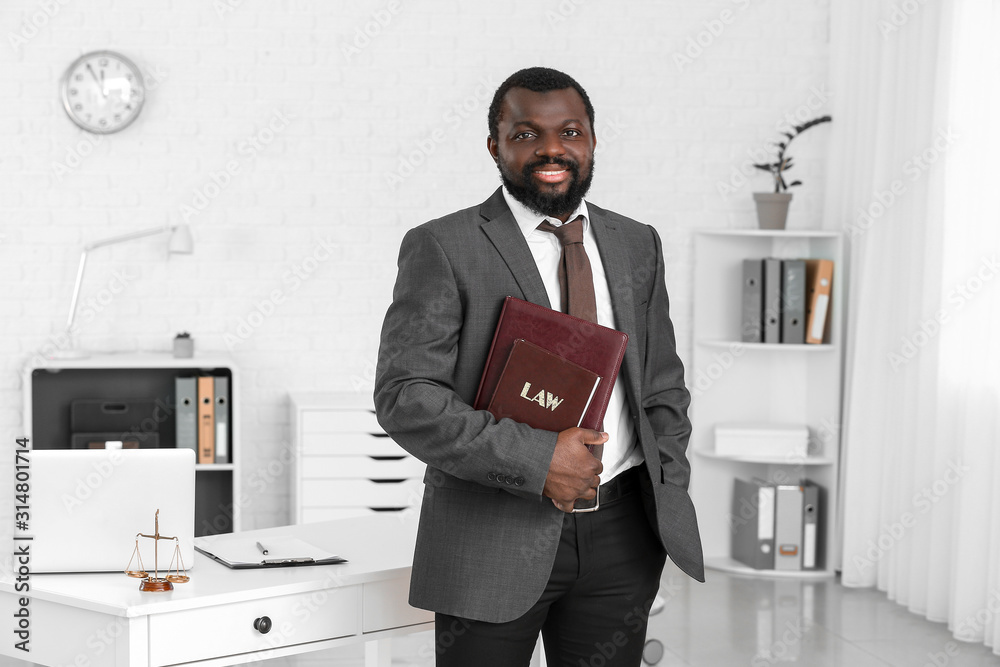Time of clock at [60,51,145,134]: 11:55
